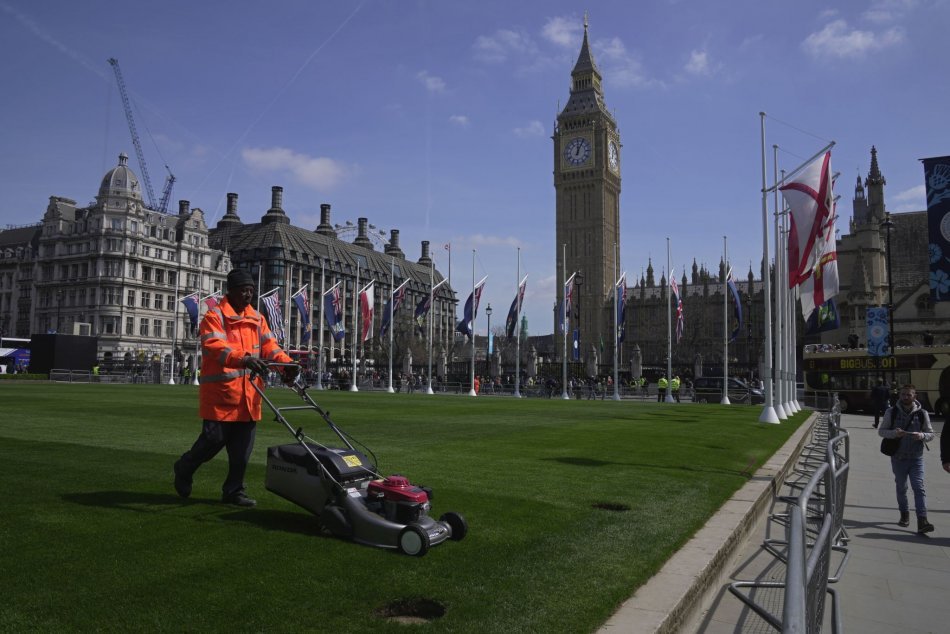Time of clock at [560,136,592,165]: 12:04
